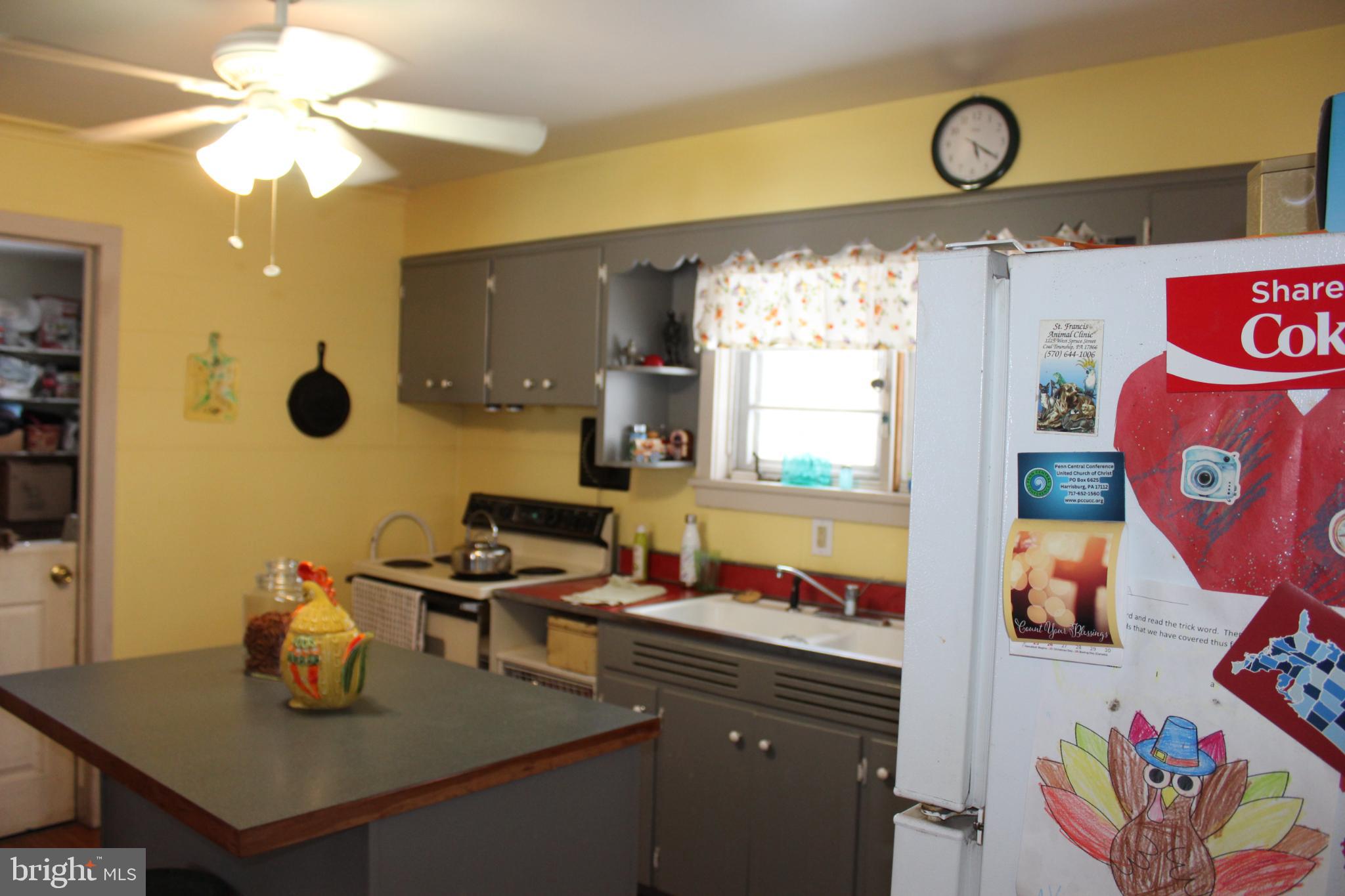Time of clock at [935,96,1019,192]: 5:20
